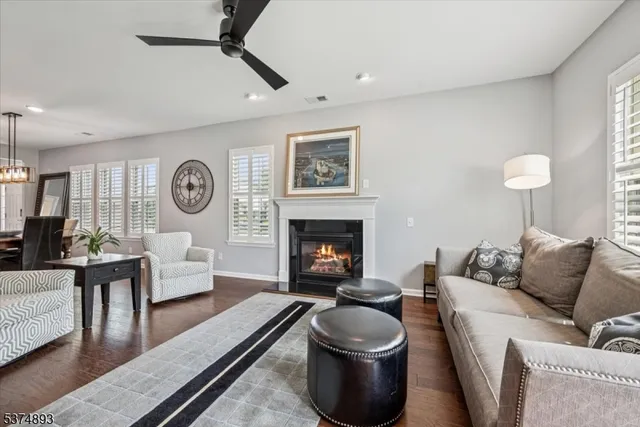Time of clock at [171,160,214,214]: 5:59
